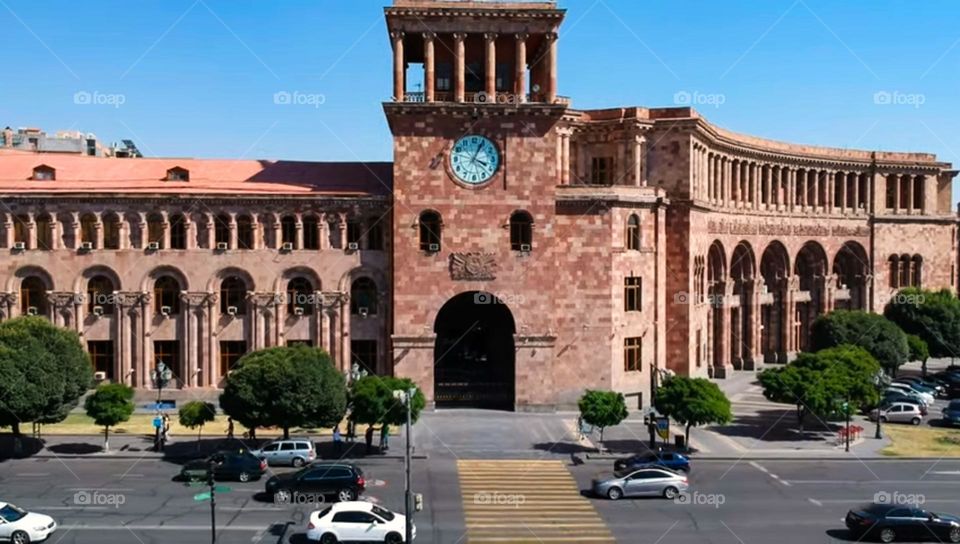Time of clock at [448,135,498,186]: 4:04
